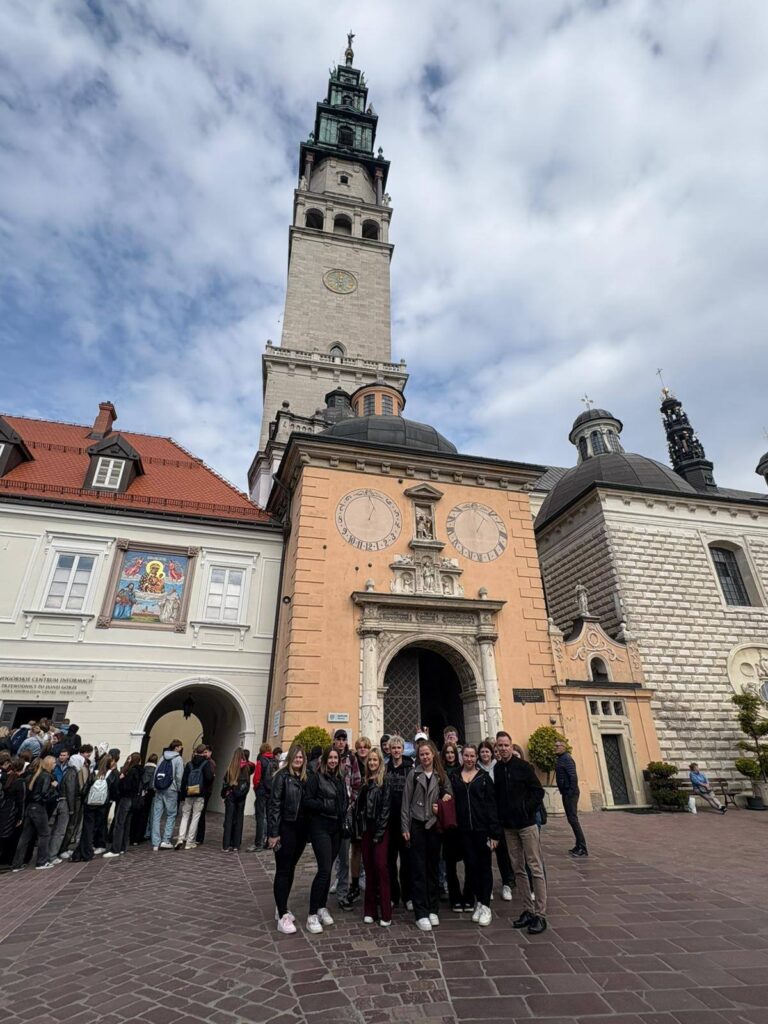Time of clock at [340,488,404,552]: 1:02
